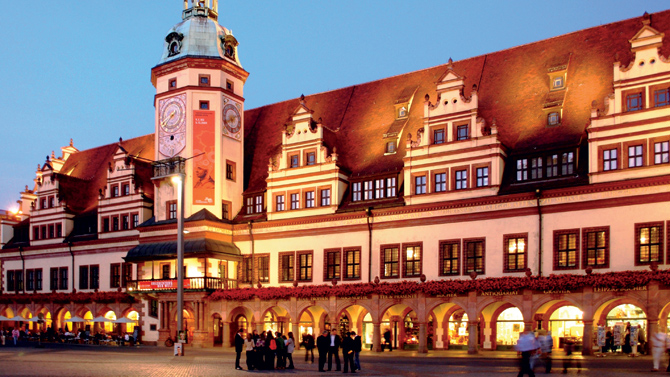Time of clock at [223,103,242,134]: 8:11
